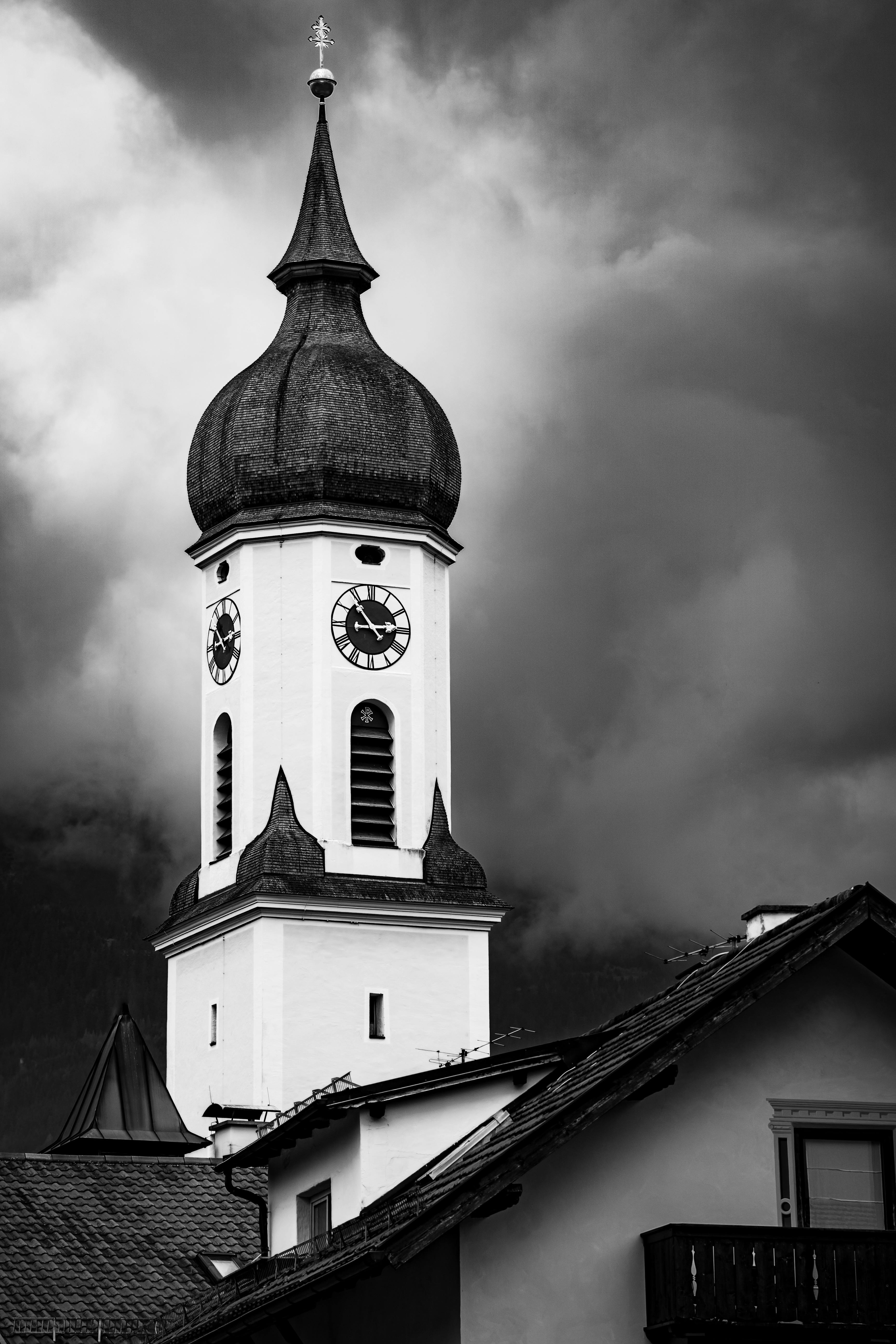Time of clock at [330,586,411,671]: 2:53
